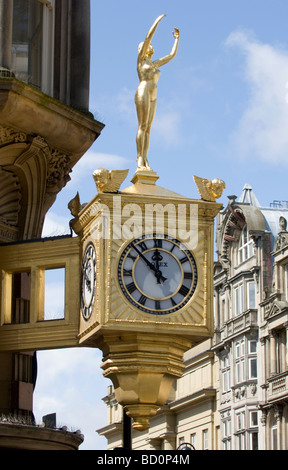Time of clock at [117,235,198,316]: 11:52
